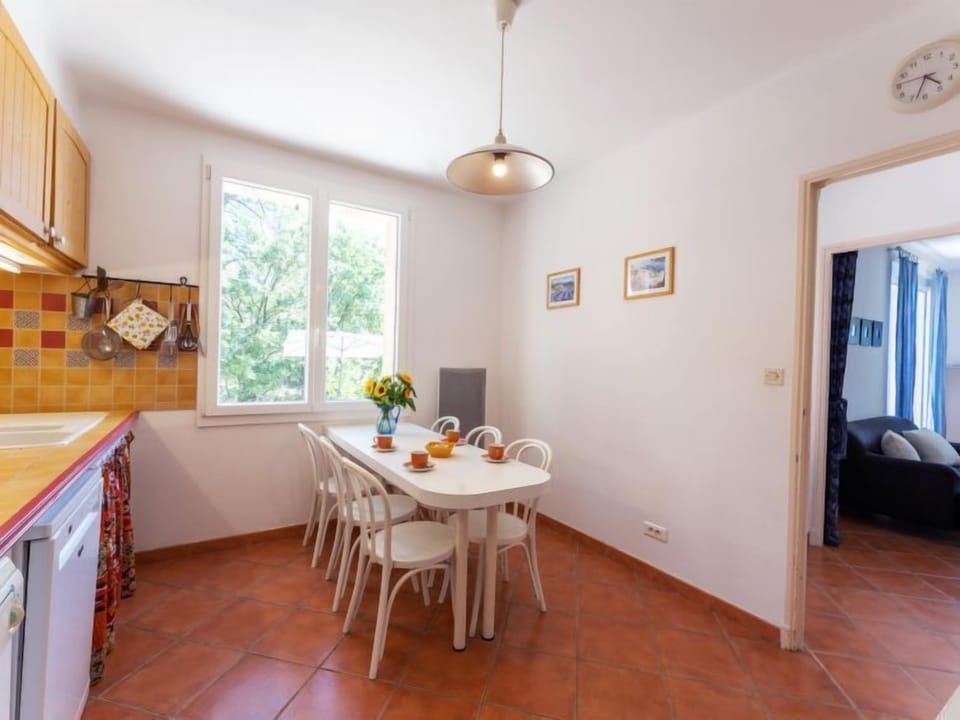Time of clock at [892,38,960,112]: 4:33
